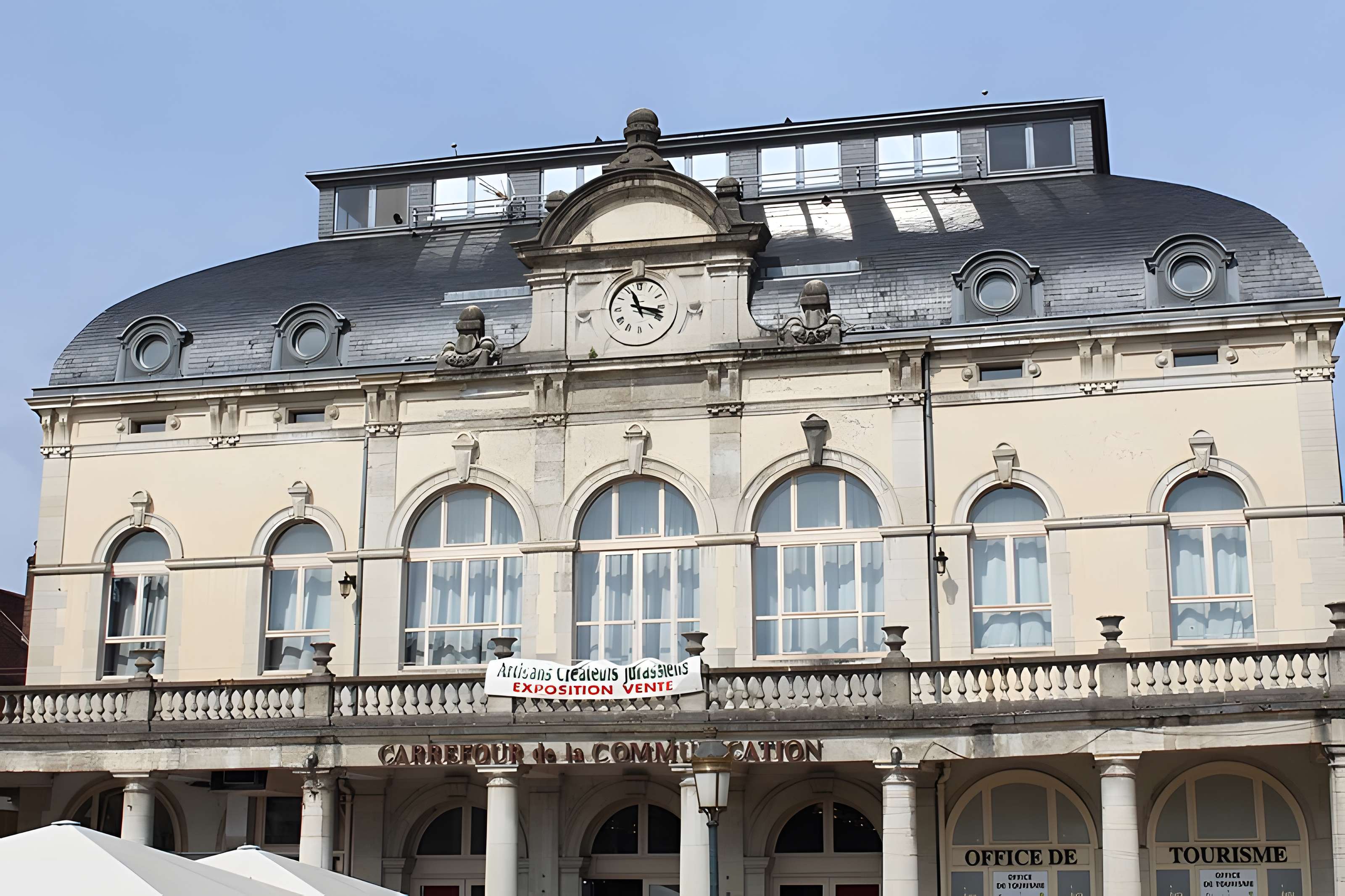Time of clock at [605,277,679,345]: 11:17
